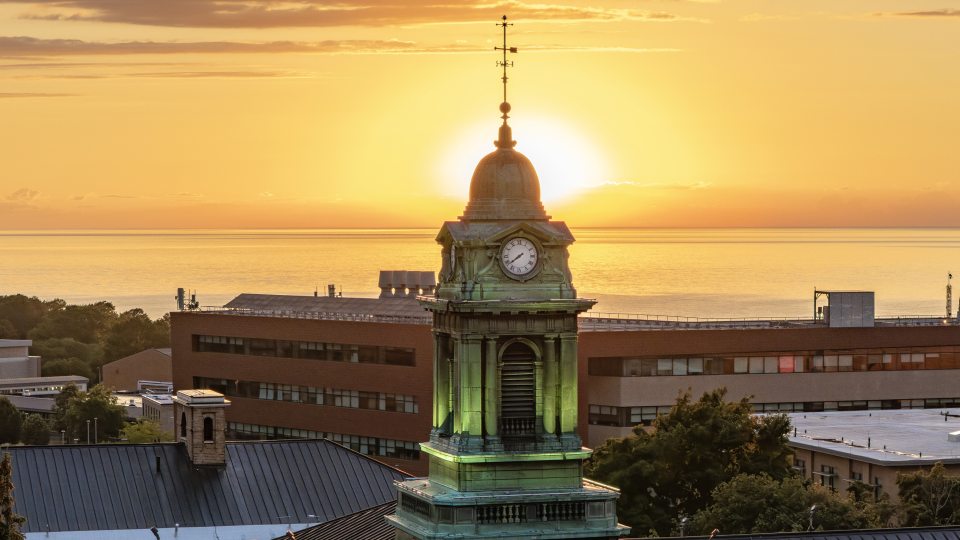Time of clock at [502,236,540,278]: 7:38
